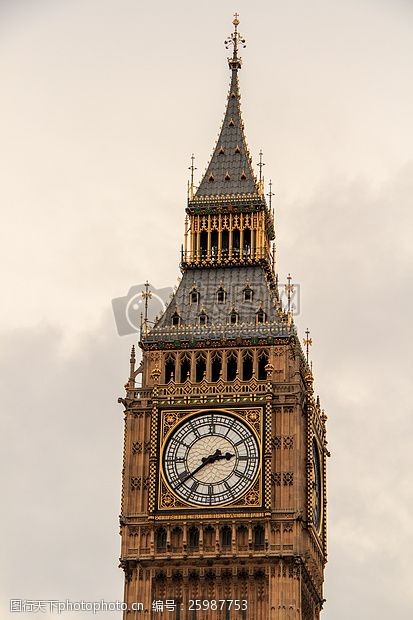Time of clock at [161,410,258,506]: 2:38
